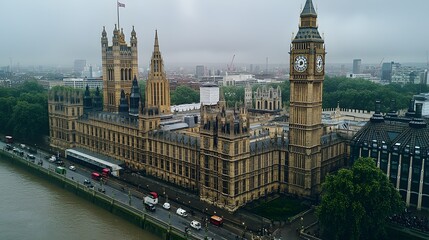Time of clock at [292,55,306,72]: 6:44
